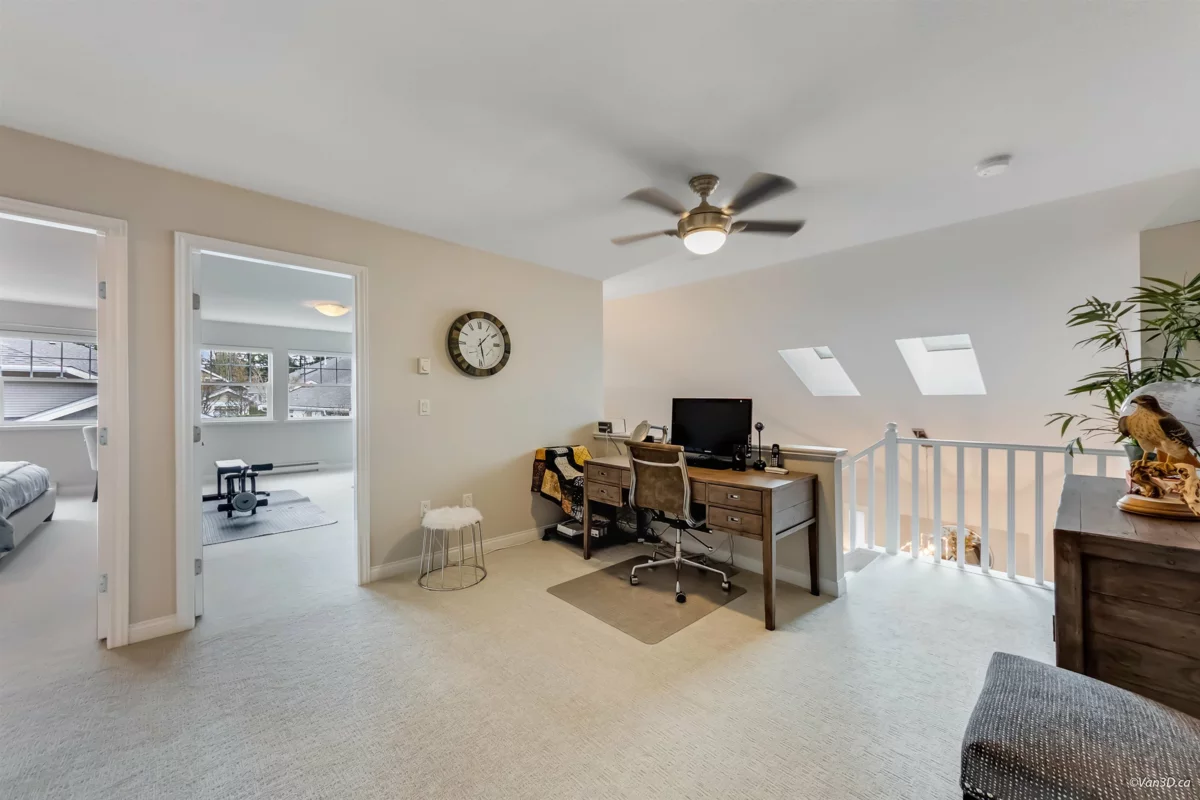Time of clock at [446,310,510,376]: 1:28
